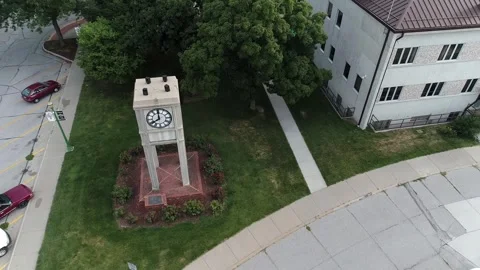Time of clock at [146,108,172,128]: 7:59
